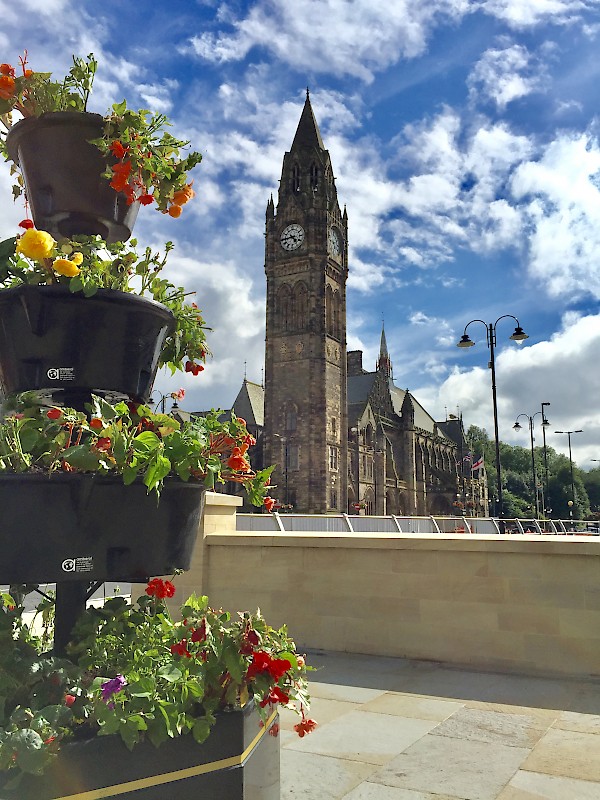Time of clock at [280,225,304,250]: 4:43
